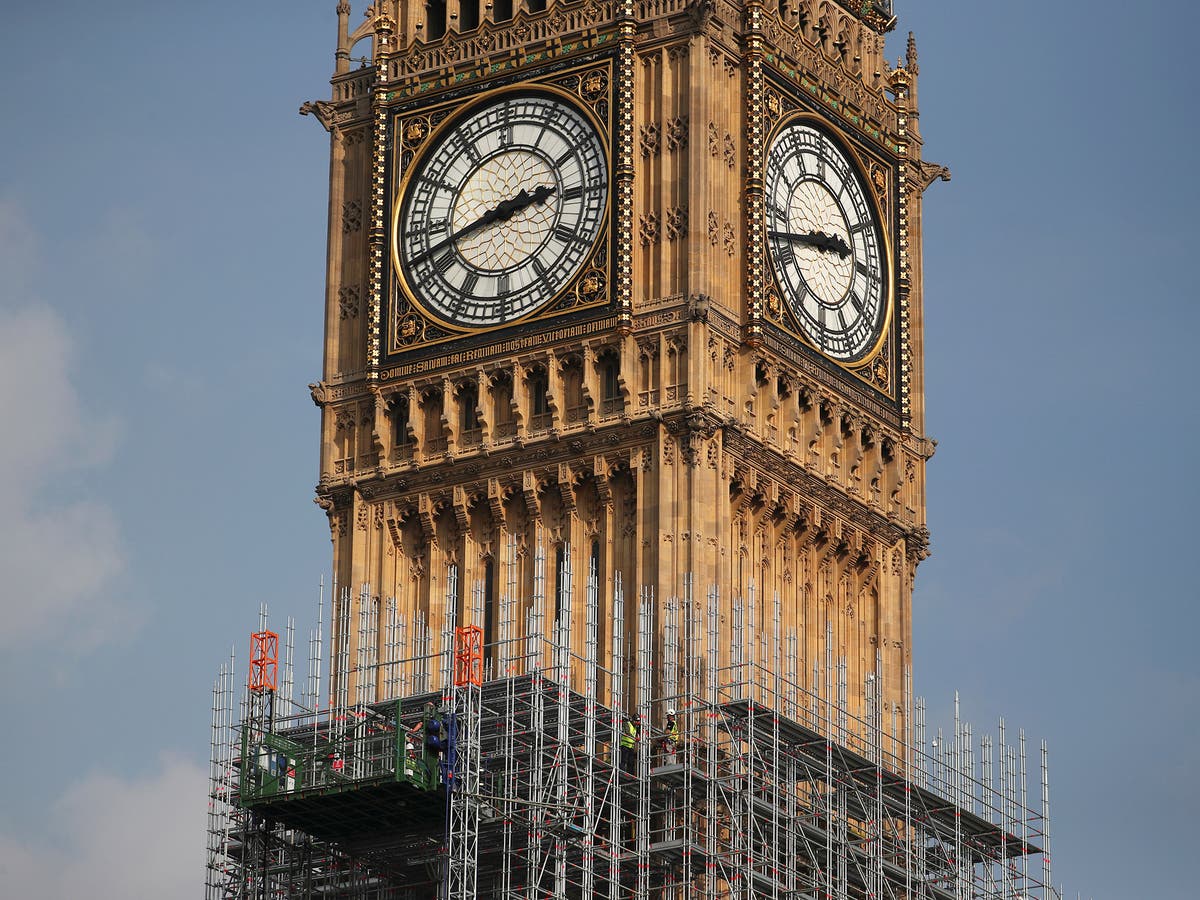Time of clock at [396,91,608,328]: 2:42
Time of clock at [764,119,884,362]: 2:42
